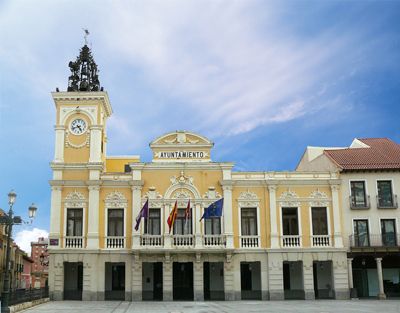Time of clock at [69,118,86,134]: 4:42
